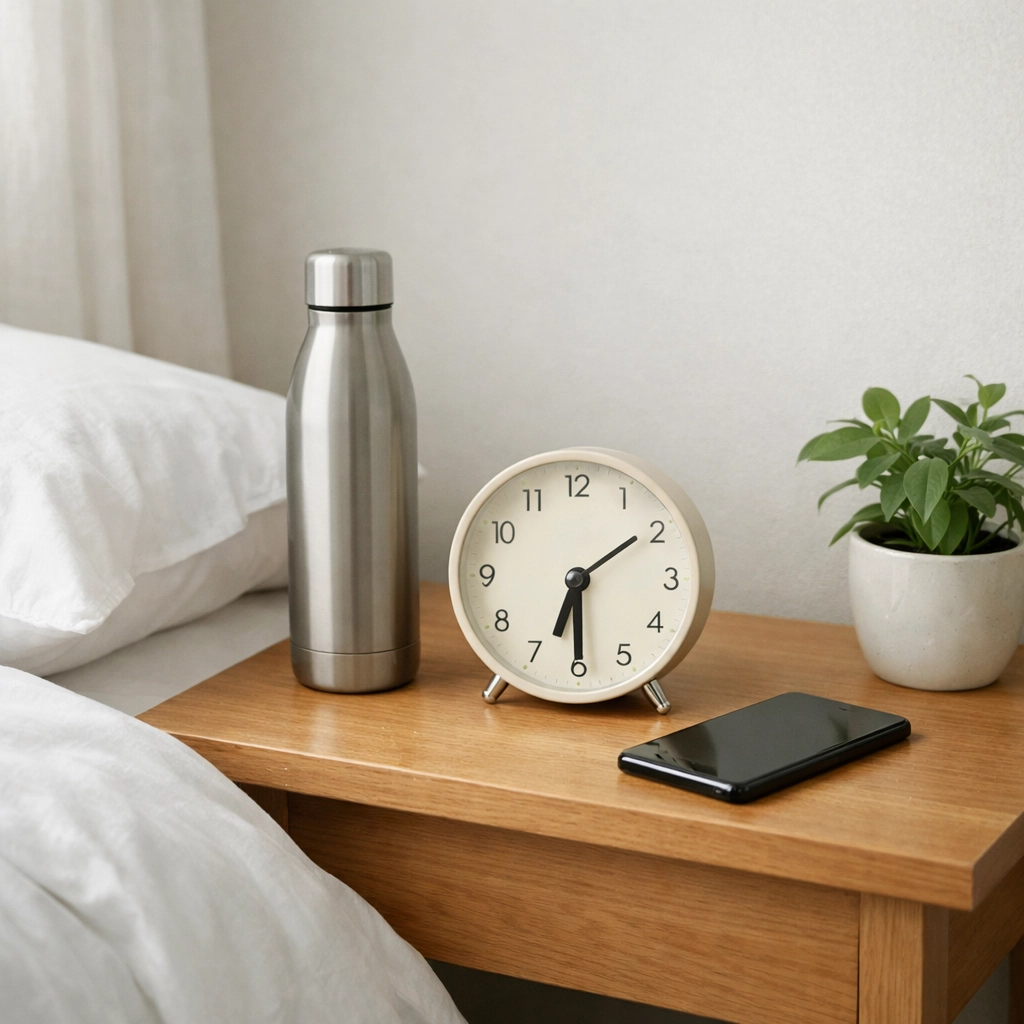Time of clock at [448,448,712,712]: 6:29
